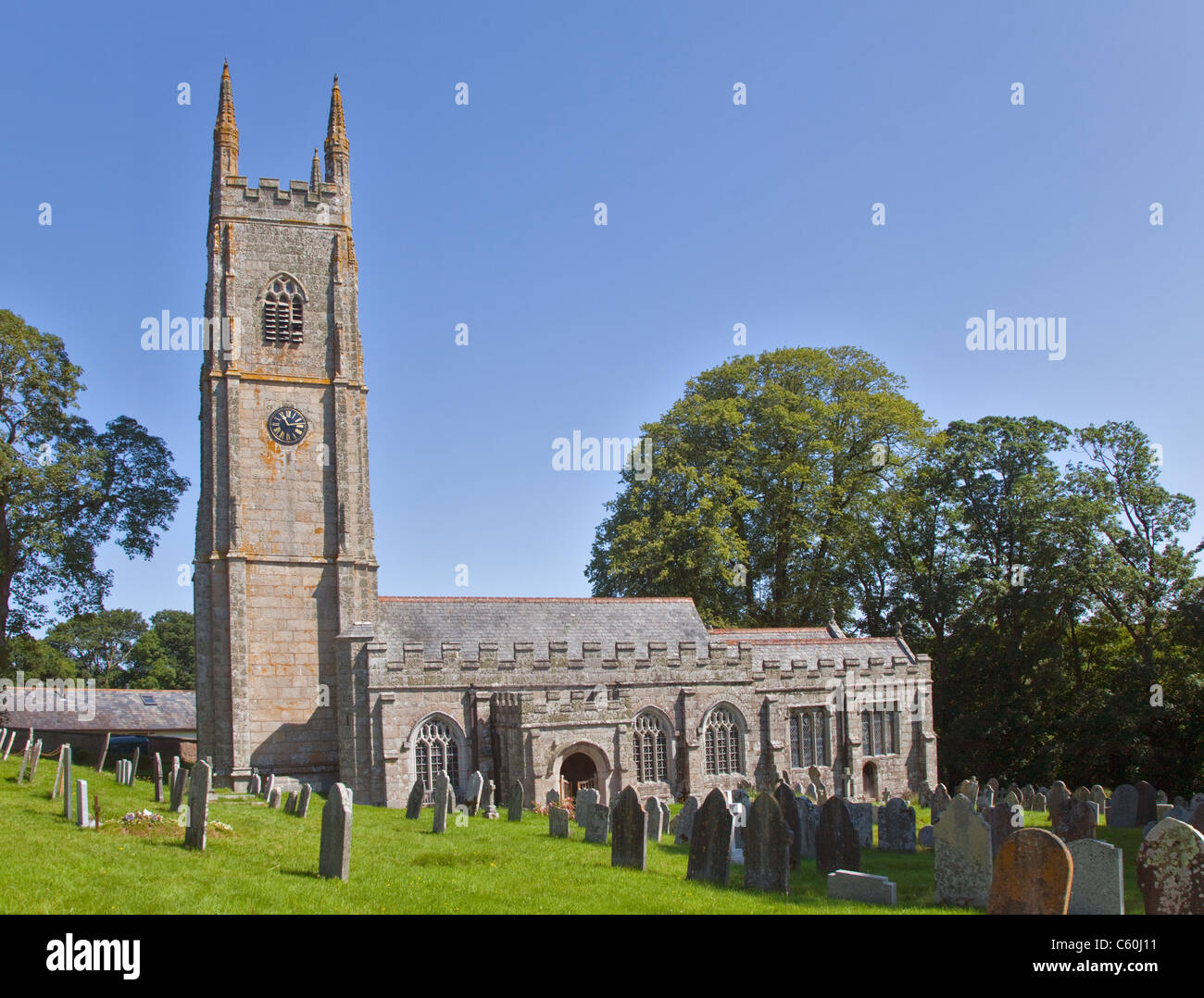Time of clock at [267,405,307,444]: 11:13
